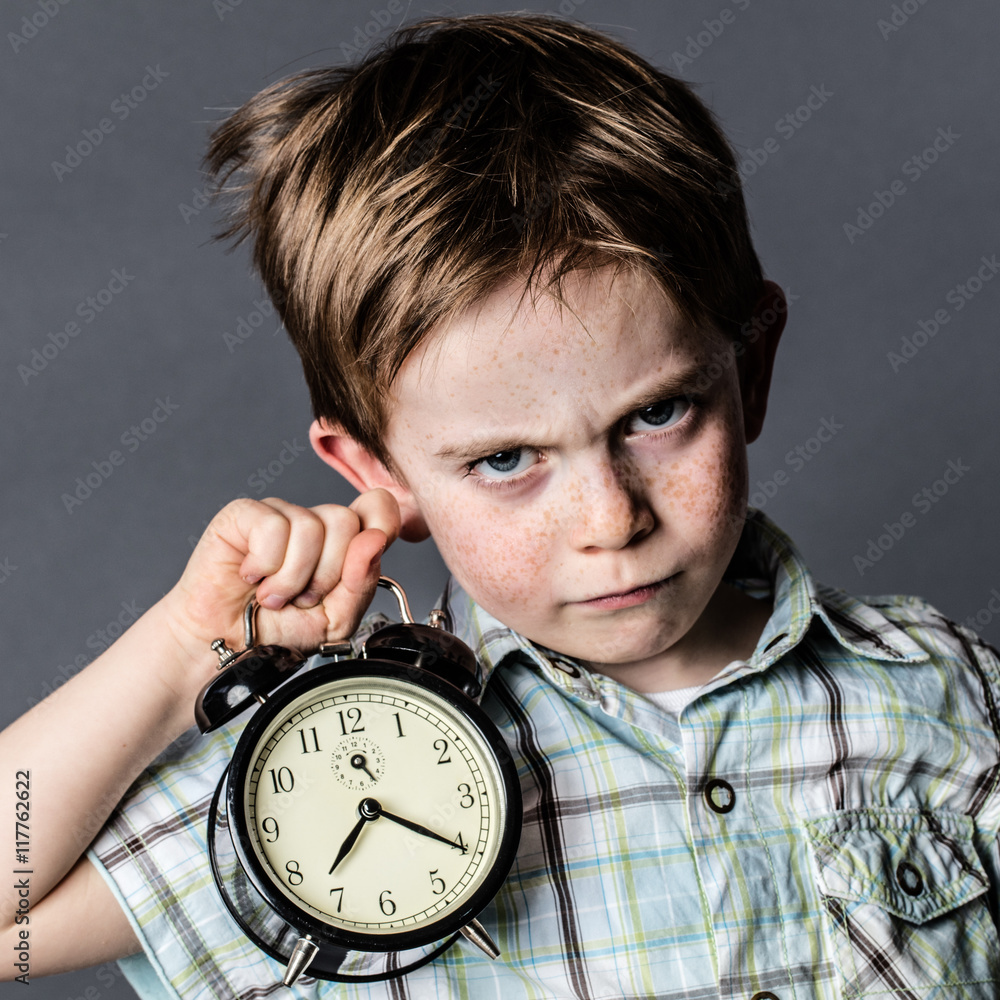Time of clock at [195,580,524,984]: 7:20
